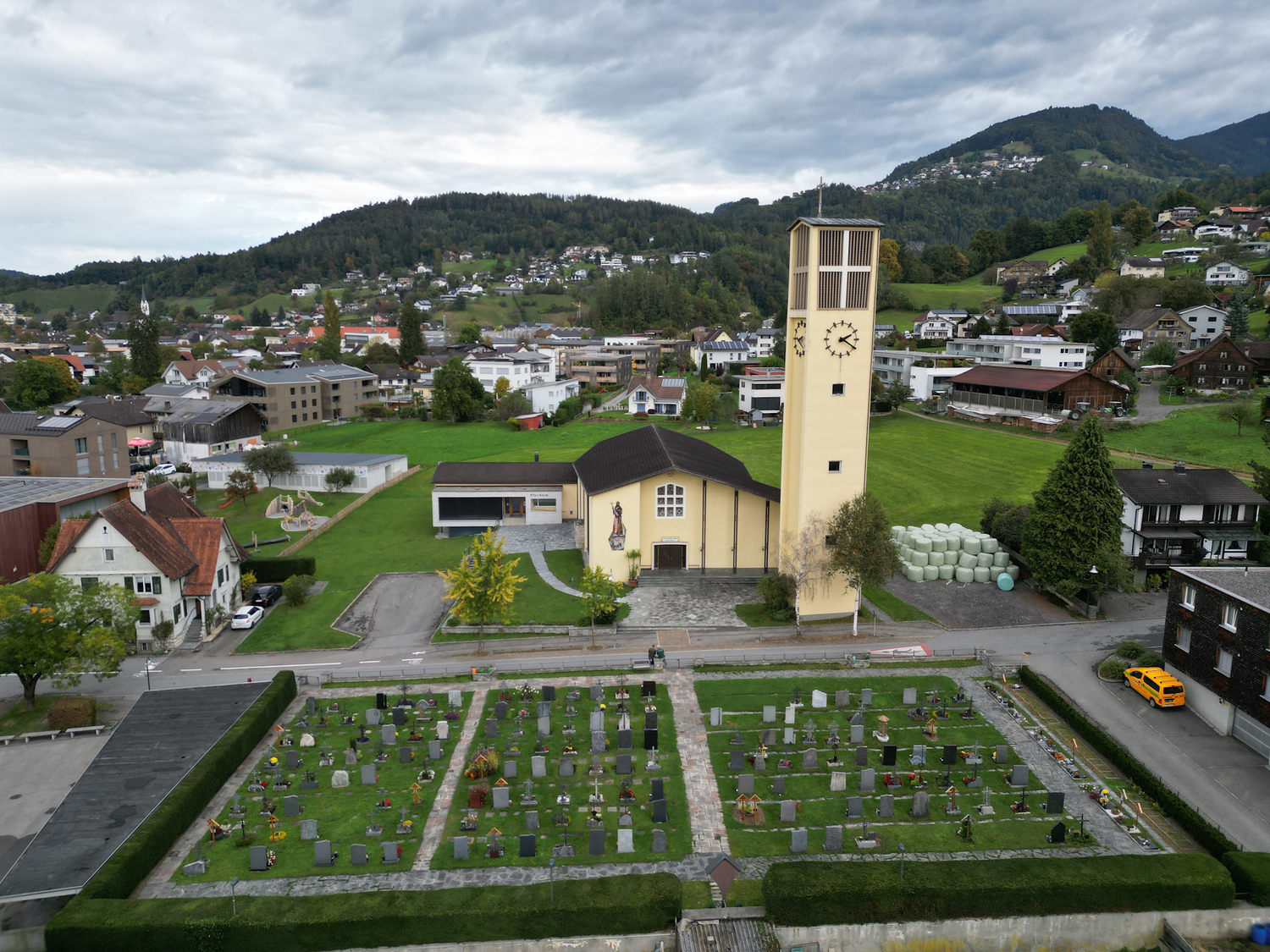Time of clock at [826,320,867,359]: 2:20
